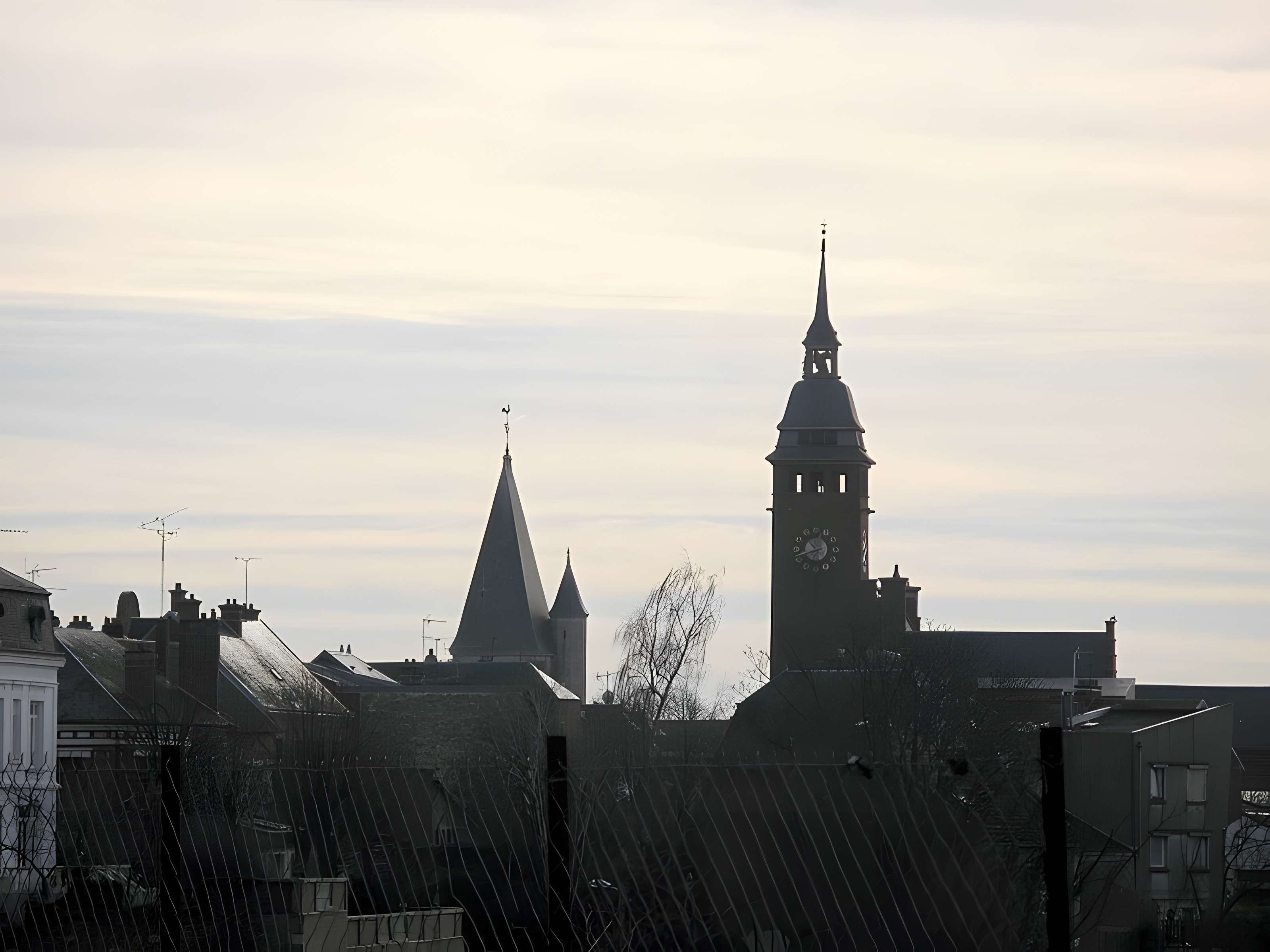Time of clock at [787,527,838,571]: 10:42
